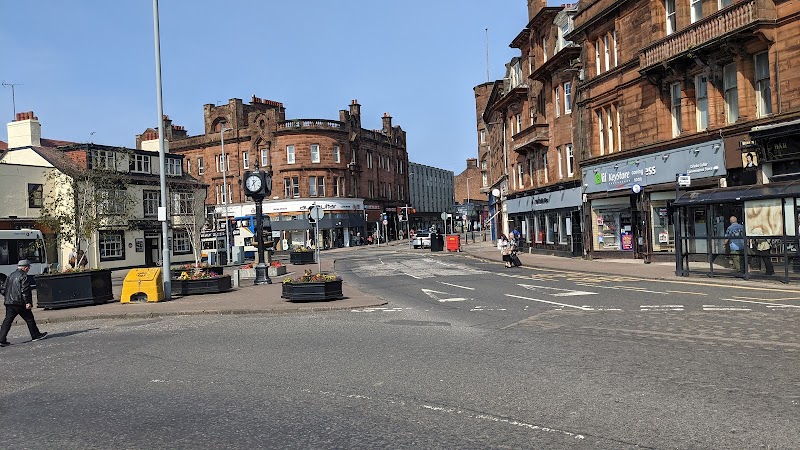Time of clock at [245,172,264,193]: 7:28
